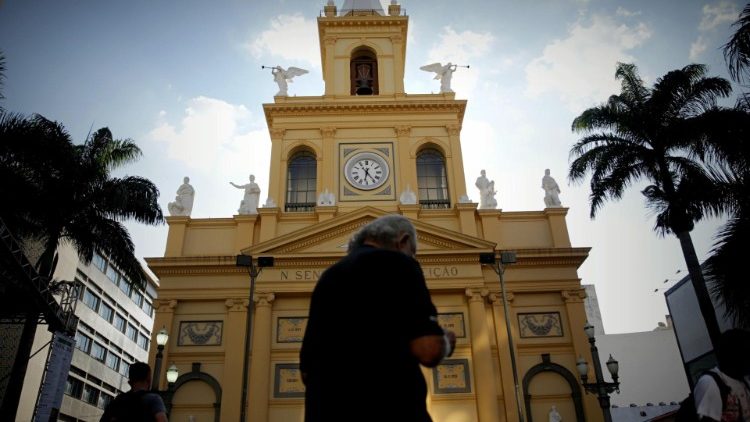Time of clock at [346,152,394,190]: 6:23
